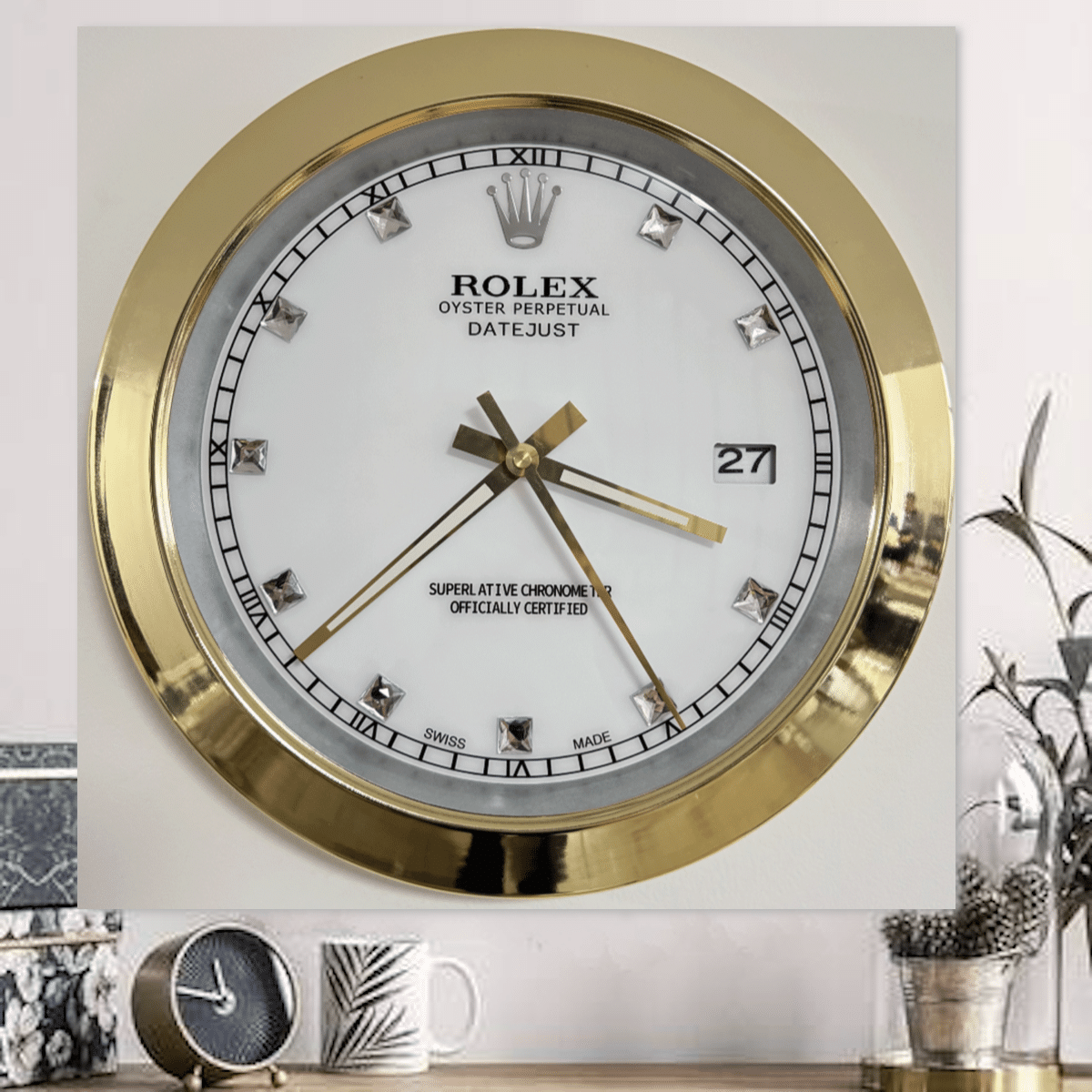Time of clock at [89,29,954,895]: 3:37
